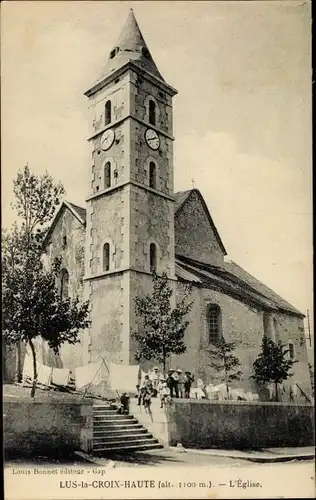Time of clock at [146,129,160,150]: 1:40
